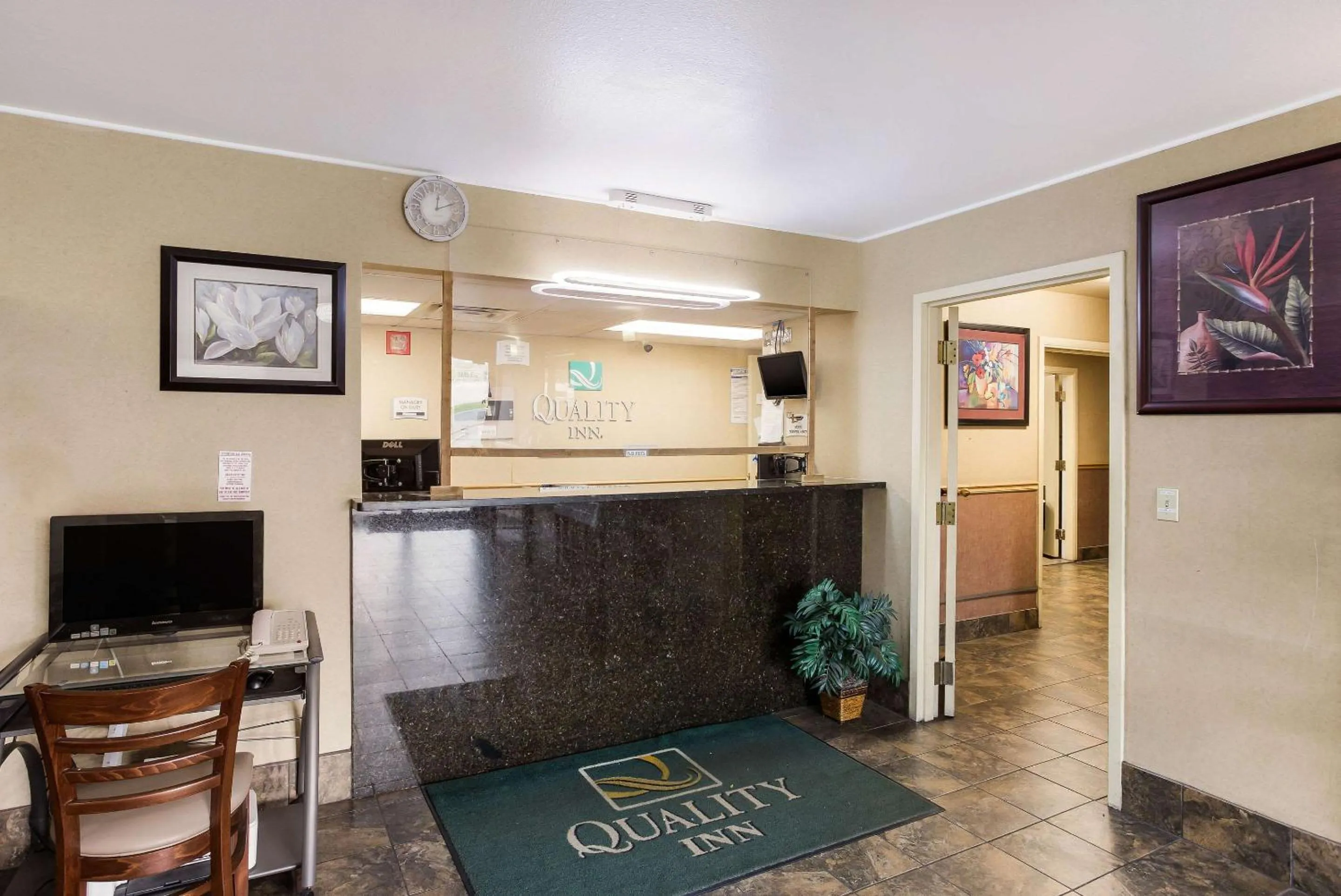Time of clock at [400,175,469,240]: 12:11
